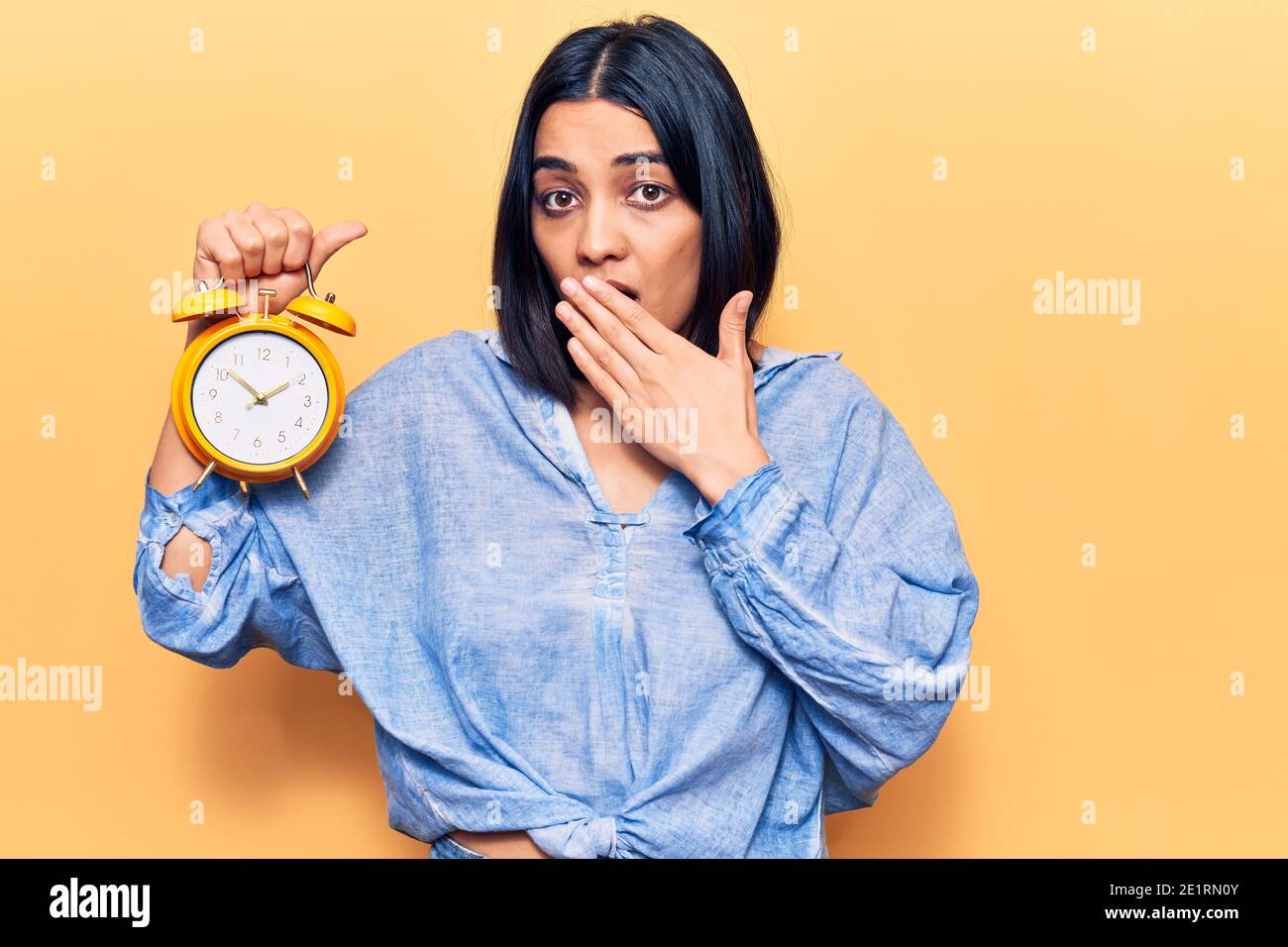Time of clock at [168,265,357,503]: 1:51
